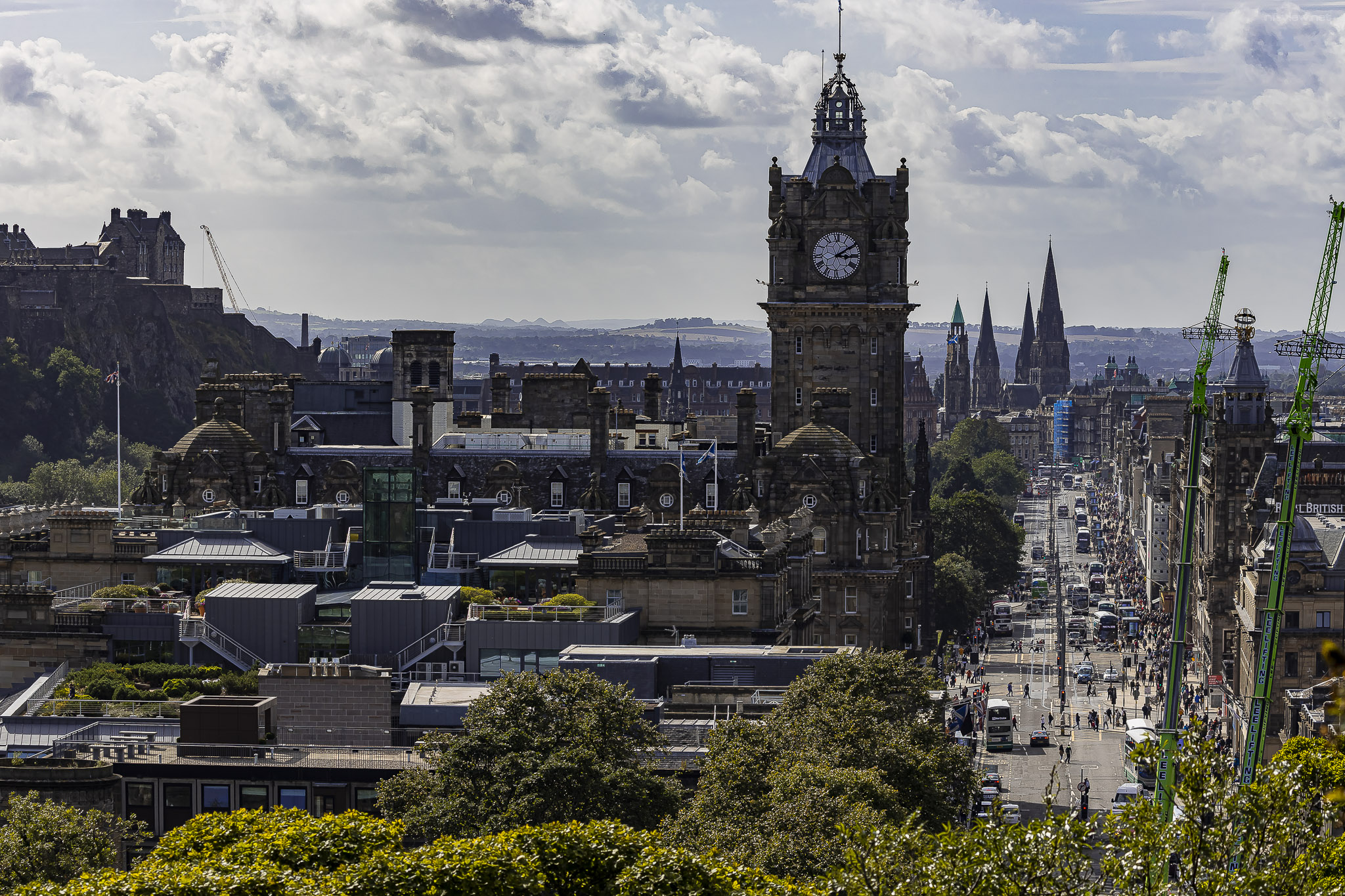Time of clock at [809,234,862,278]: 3:09
